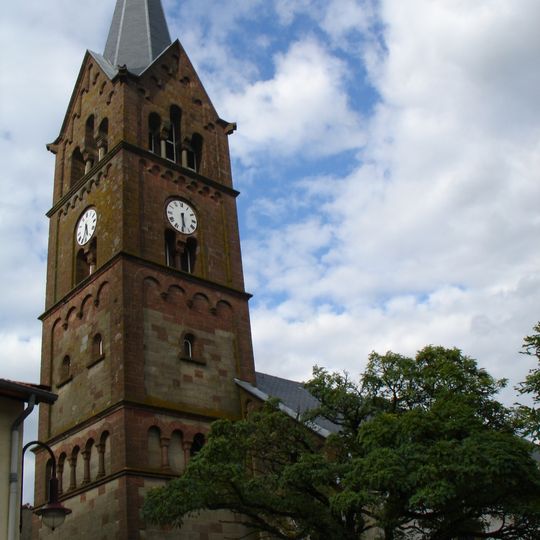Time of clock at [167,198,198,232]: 5:30
